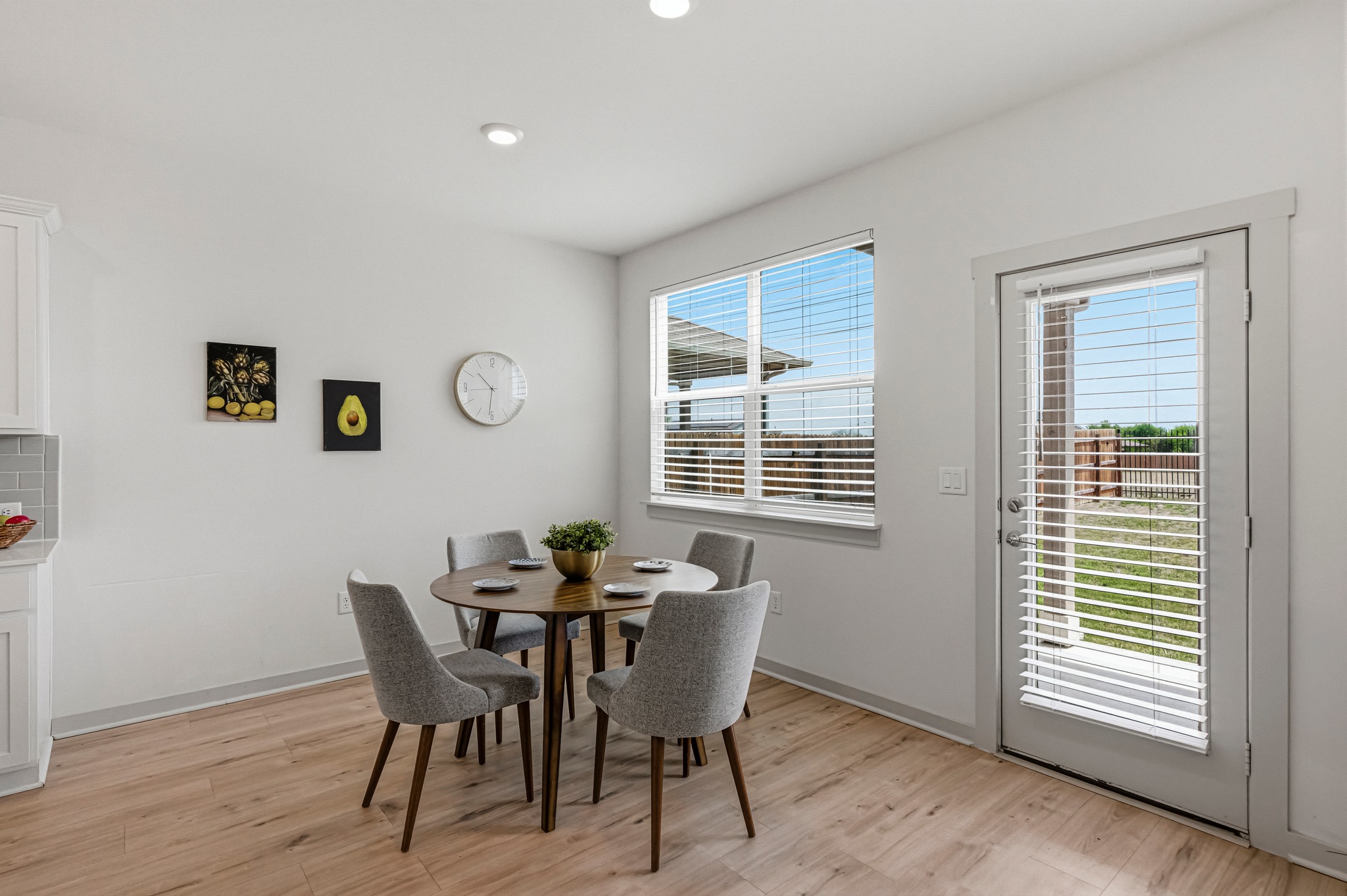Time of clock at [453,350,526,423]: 10:31
